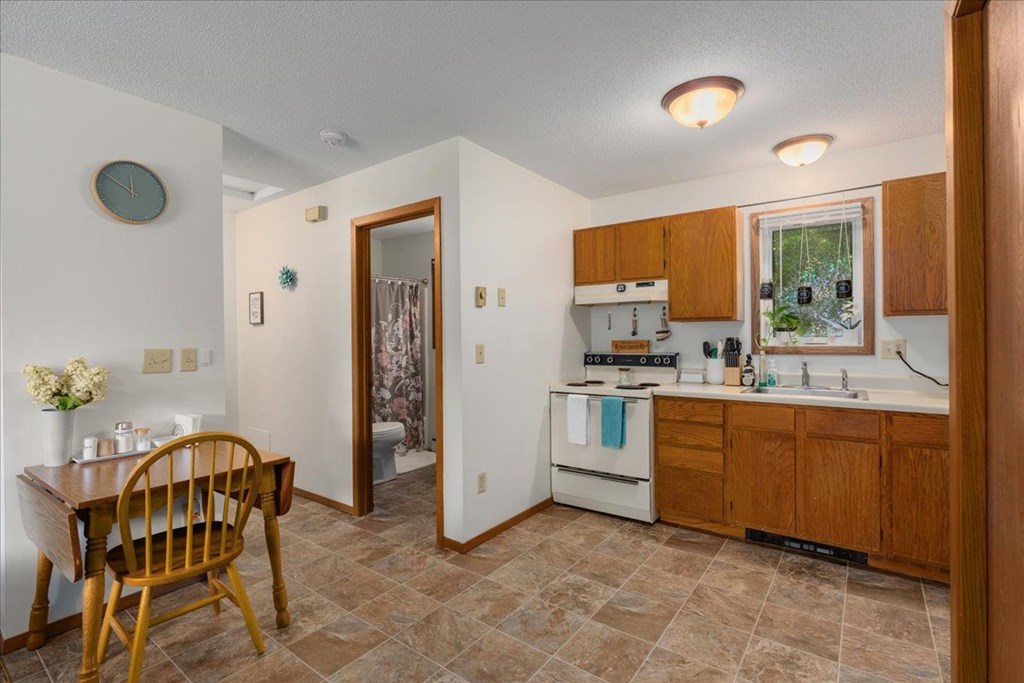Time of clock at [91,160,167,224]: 11:50
